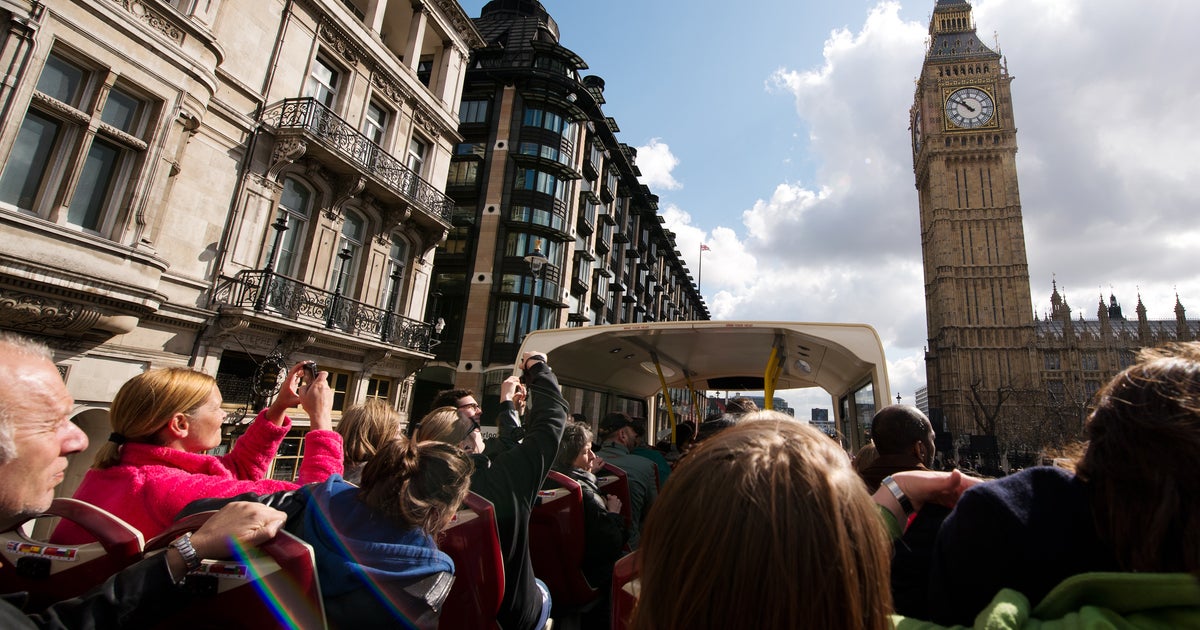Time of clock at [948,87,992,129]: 10:50
